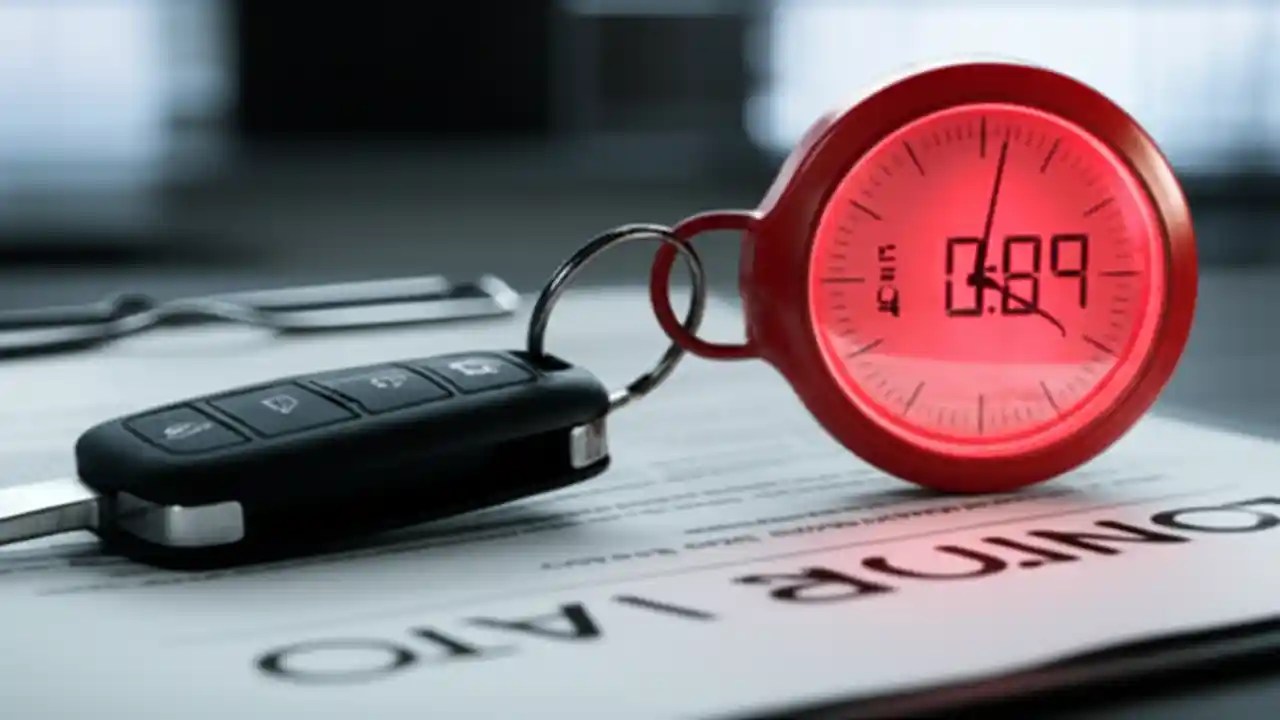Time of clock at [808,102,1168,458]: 4:02
